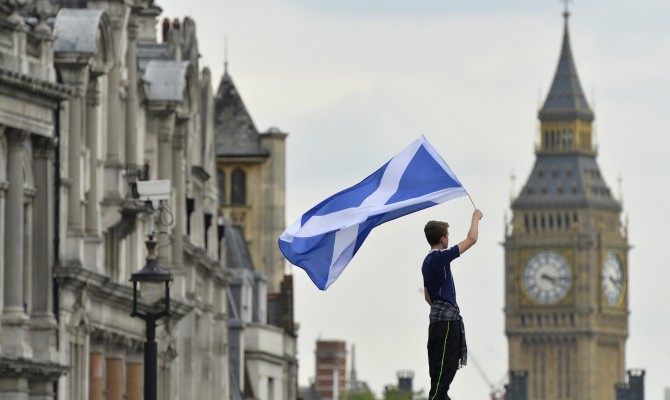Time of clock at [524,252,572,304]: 4:16
